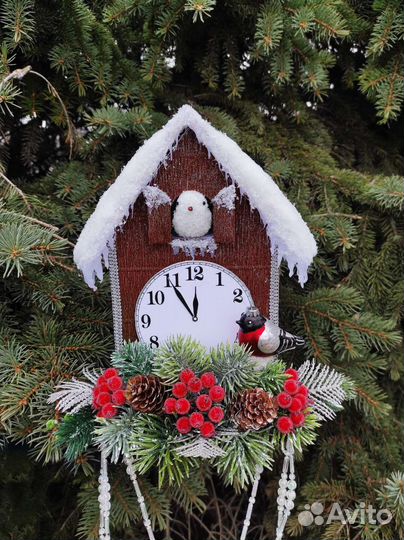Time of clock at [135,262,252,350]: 11:54
